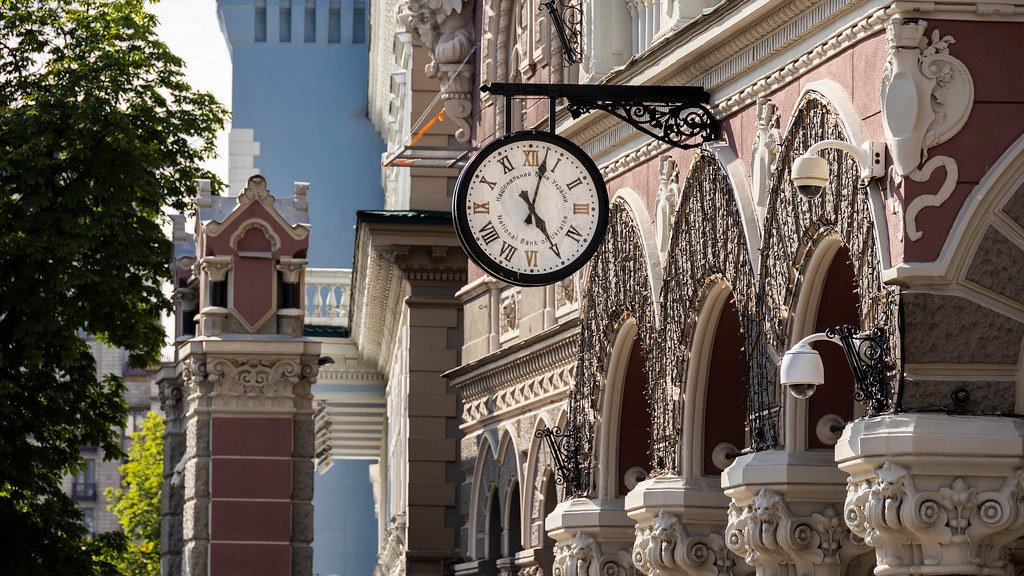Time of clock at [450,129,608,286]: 5:02
